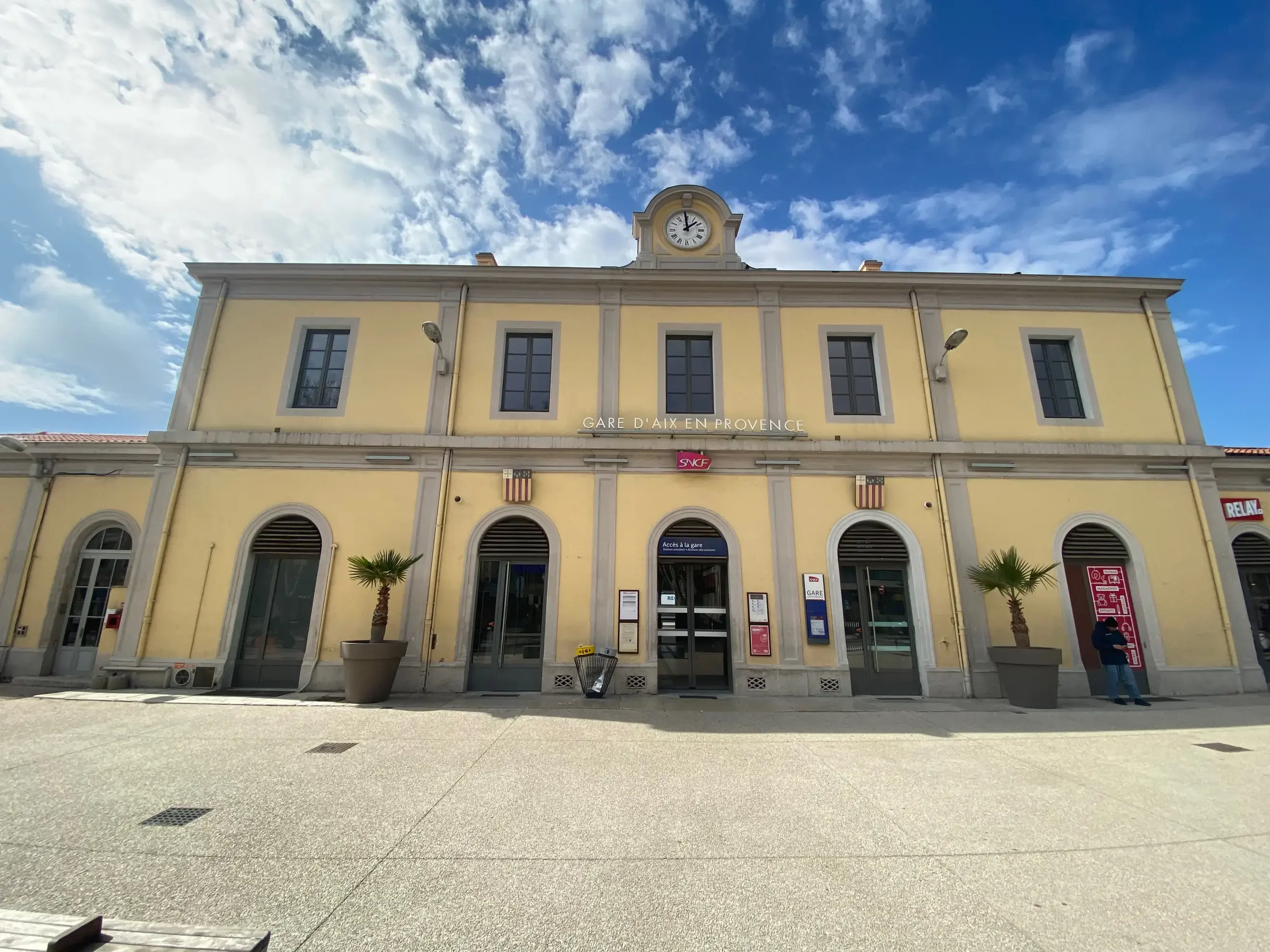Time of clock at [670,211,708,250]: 1:59
